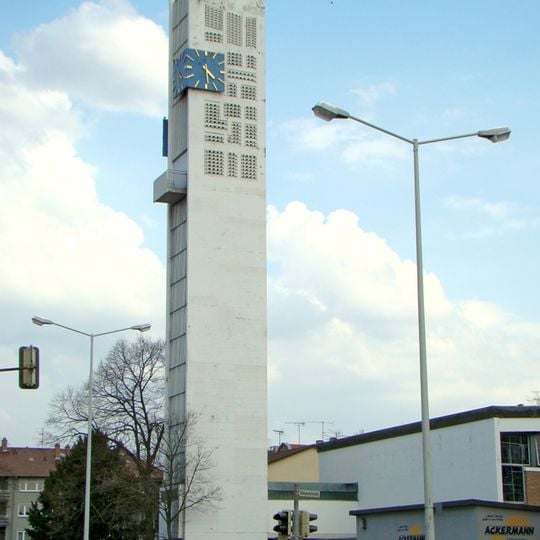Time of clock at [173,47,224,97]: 4:29
